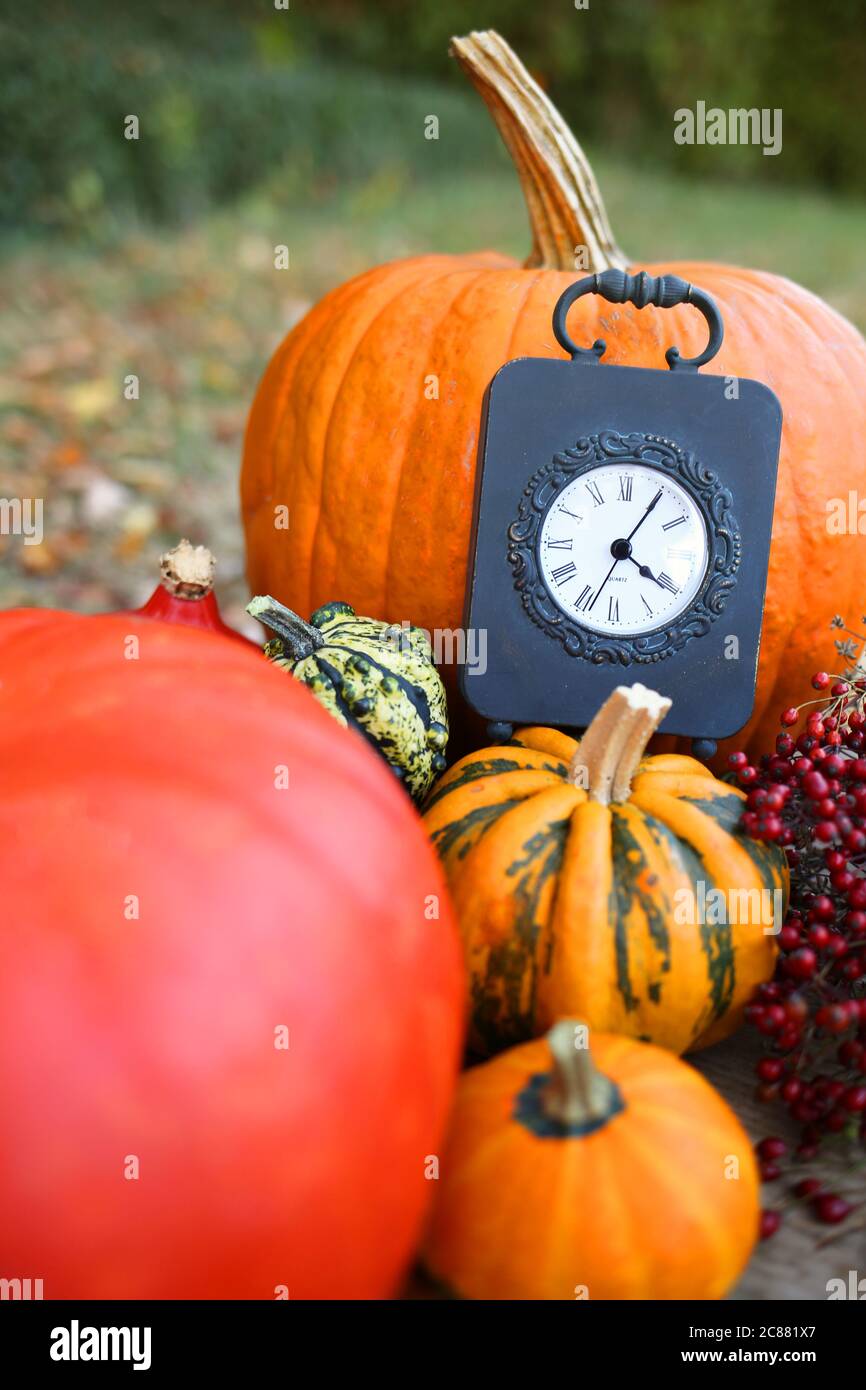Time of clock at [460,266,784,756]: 4:04
